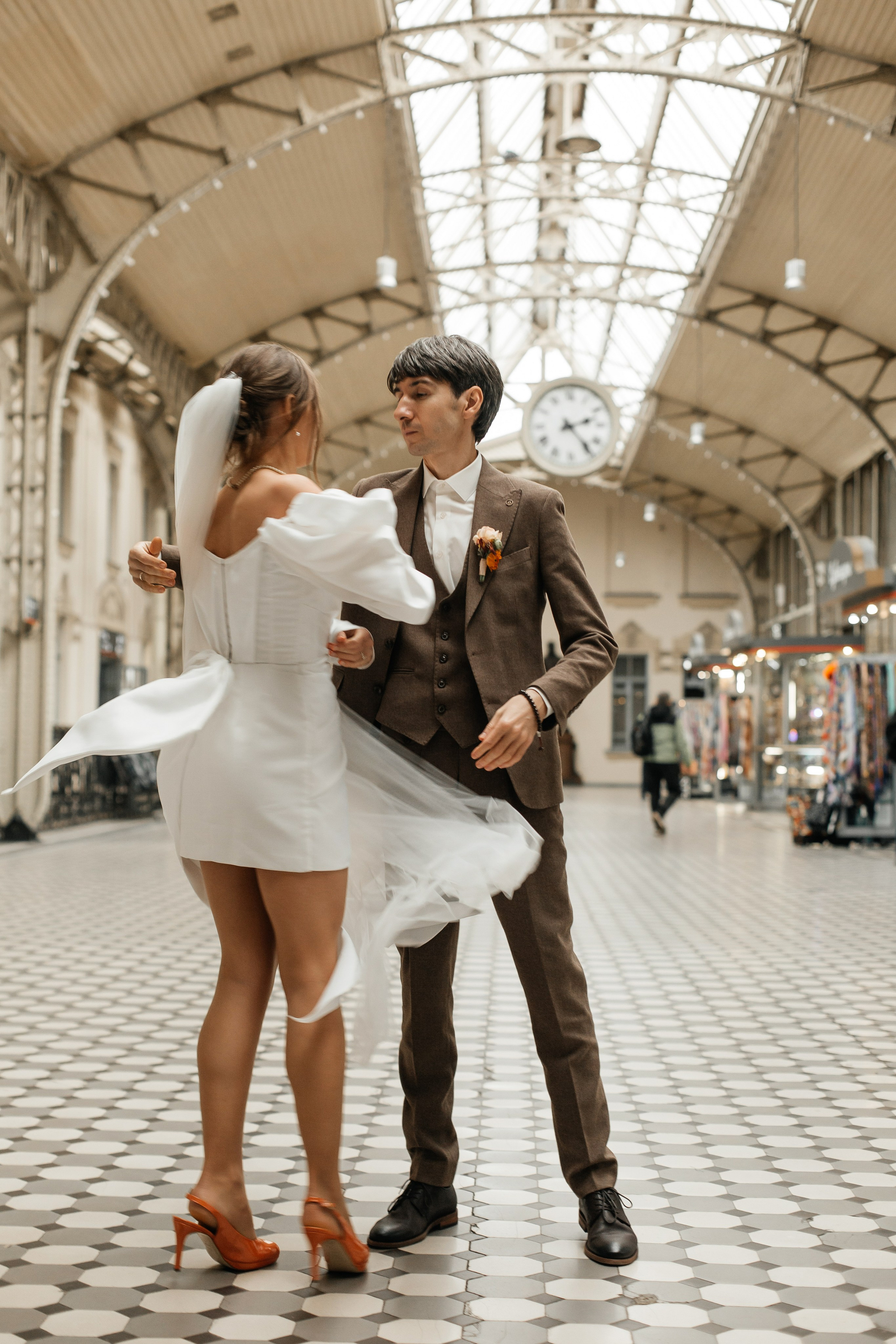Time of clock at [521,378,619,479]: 2:23
